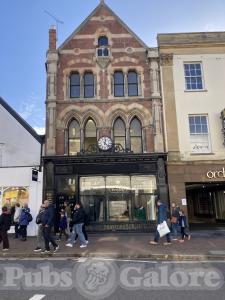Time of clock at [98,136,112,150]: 12:22
